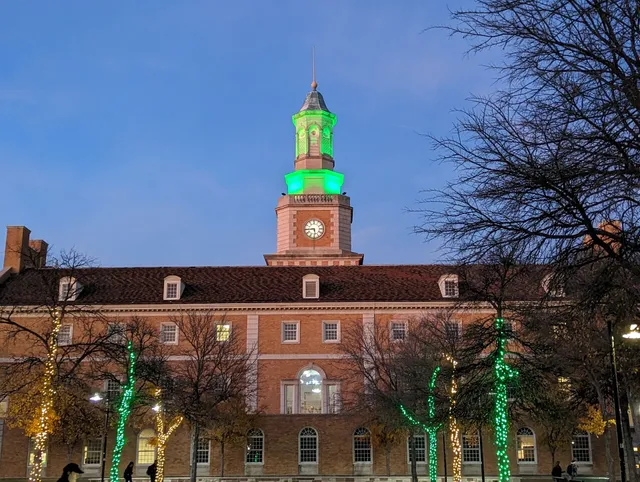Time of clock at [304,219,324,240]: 5:44
